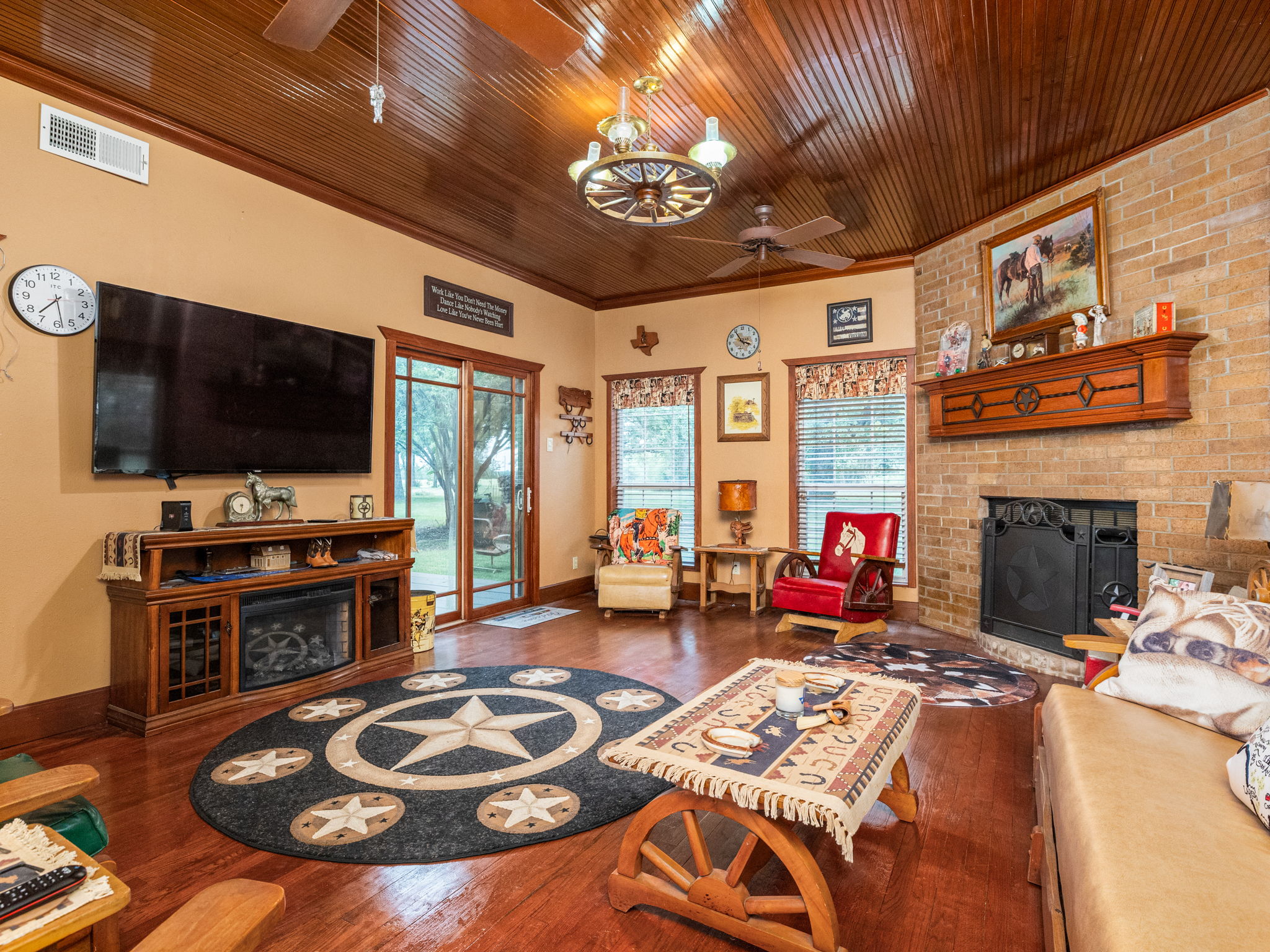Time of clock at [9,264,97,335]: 7:28
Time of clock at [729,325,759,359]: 3:54
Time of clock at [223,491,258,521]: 6:32
